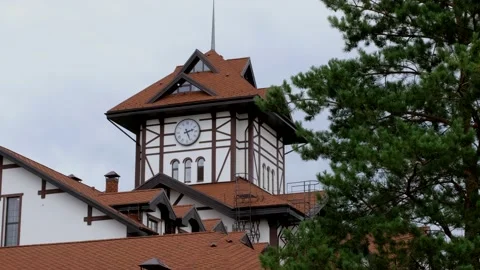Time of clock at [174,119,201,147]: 2:26
